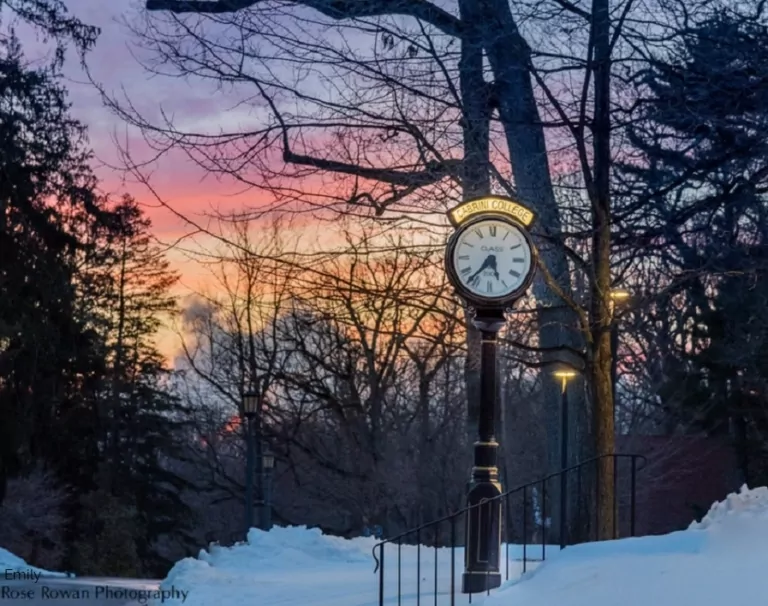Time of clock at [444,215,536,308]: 5:36
